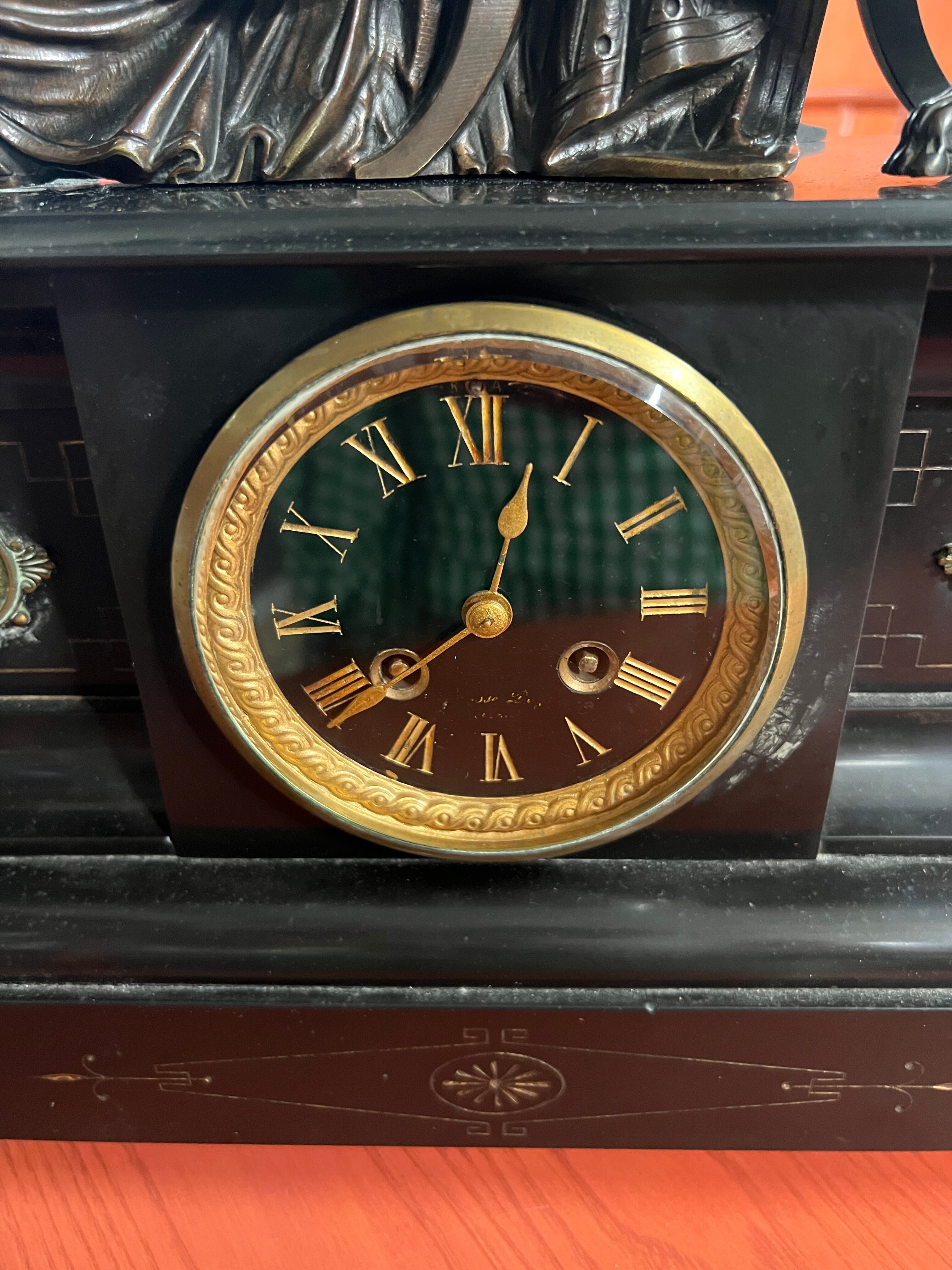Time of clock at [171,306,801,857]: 12:38
